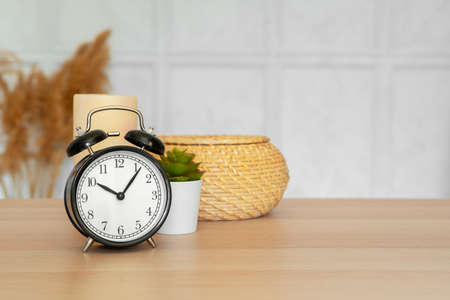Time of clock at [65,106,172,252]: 10:06
